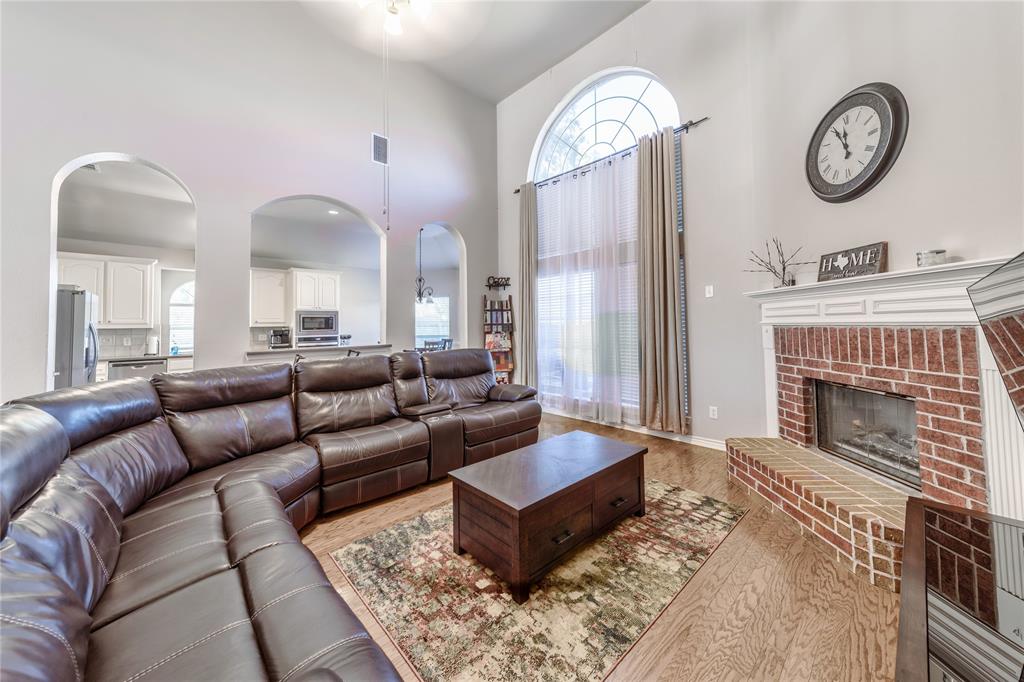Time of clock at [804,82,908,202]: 11:55
